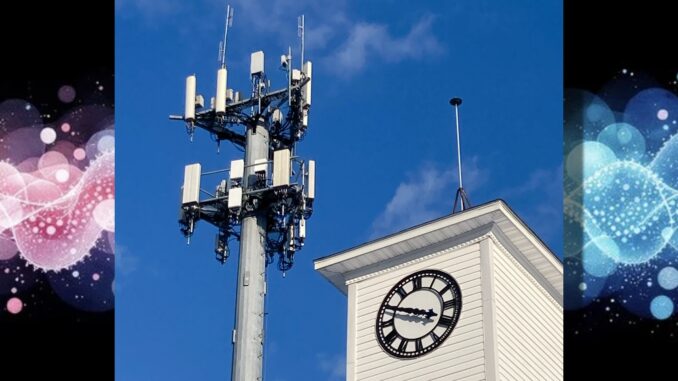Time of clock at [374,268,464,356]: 3:48
